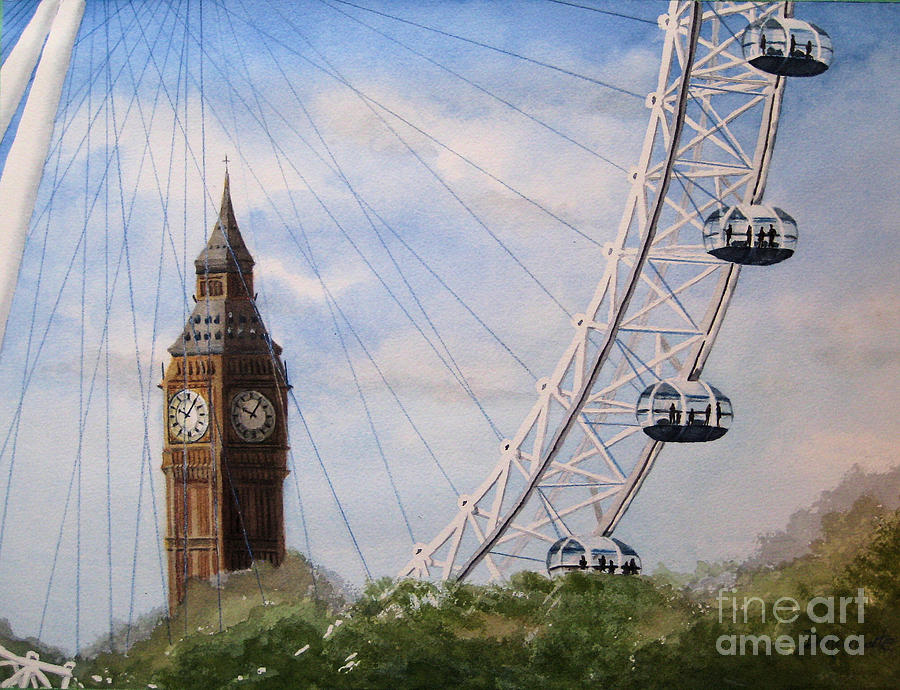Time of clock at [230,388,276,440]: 10:06
